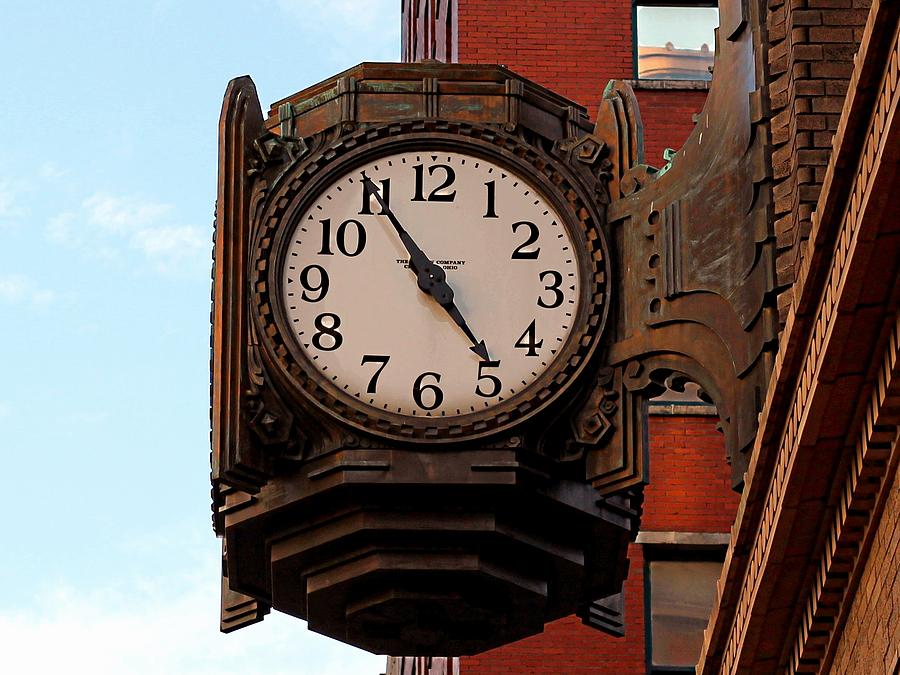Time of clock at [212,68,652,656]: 4:54
